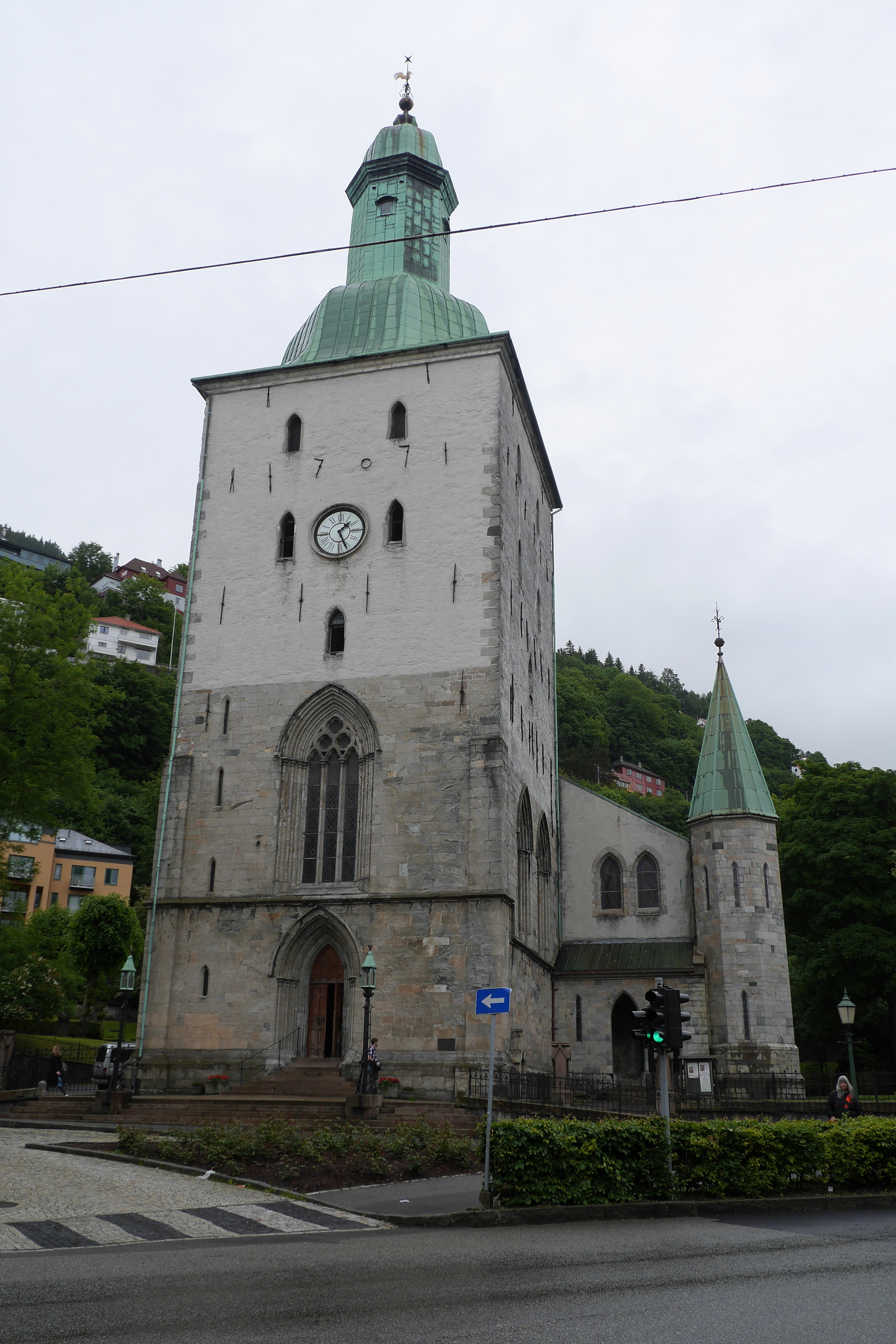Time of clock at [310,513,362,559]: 1:26
